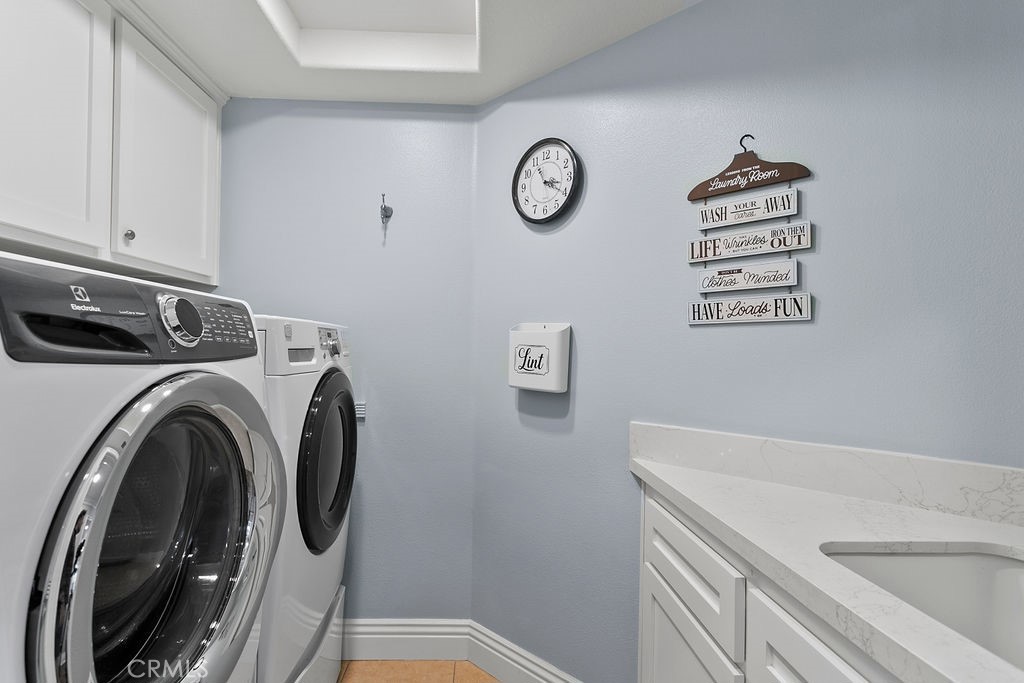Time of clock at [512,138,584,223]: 3:20
